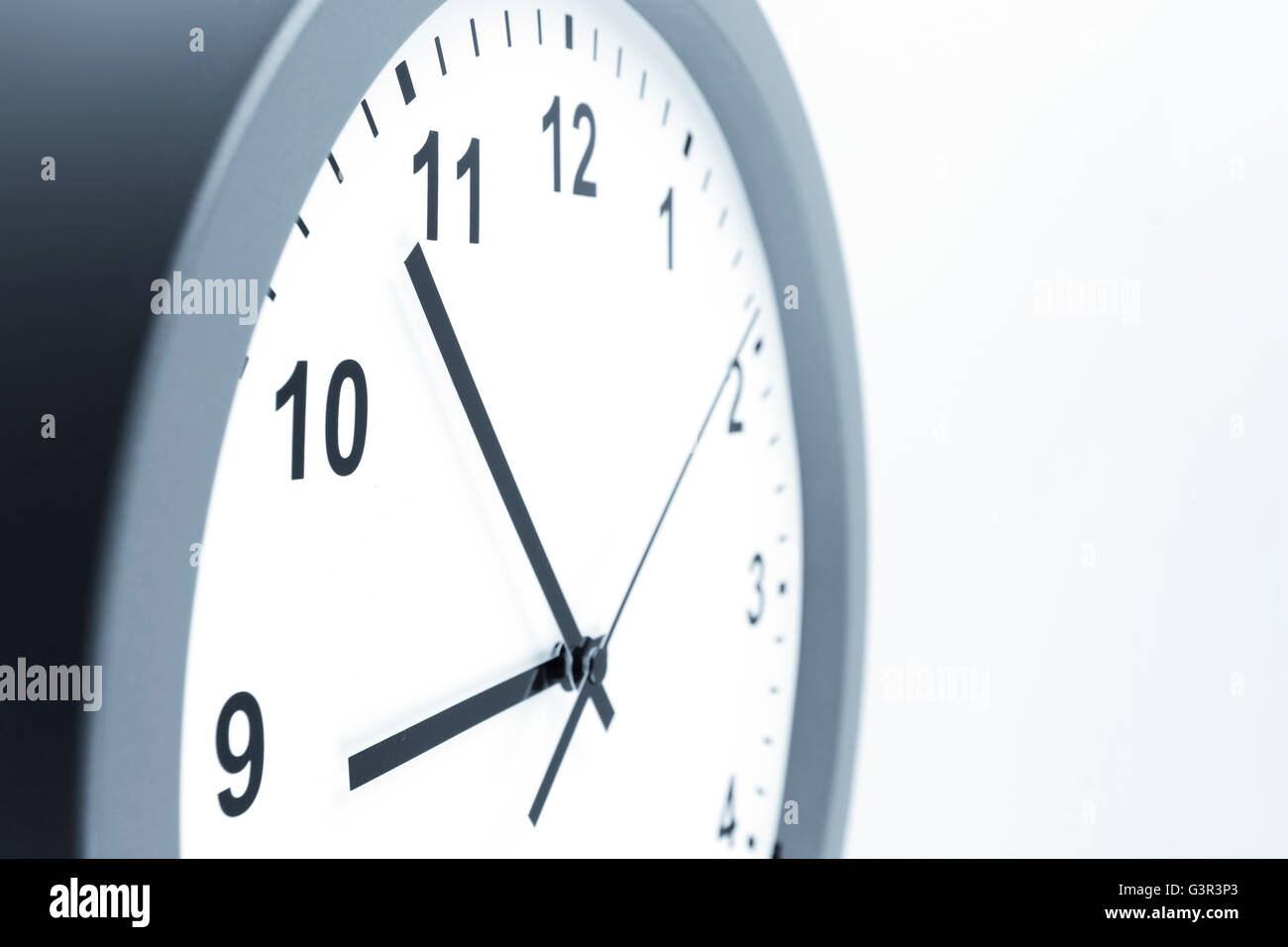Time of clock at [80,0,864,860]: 8:53
